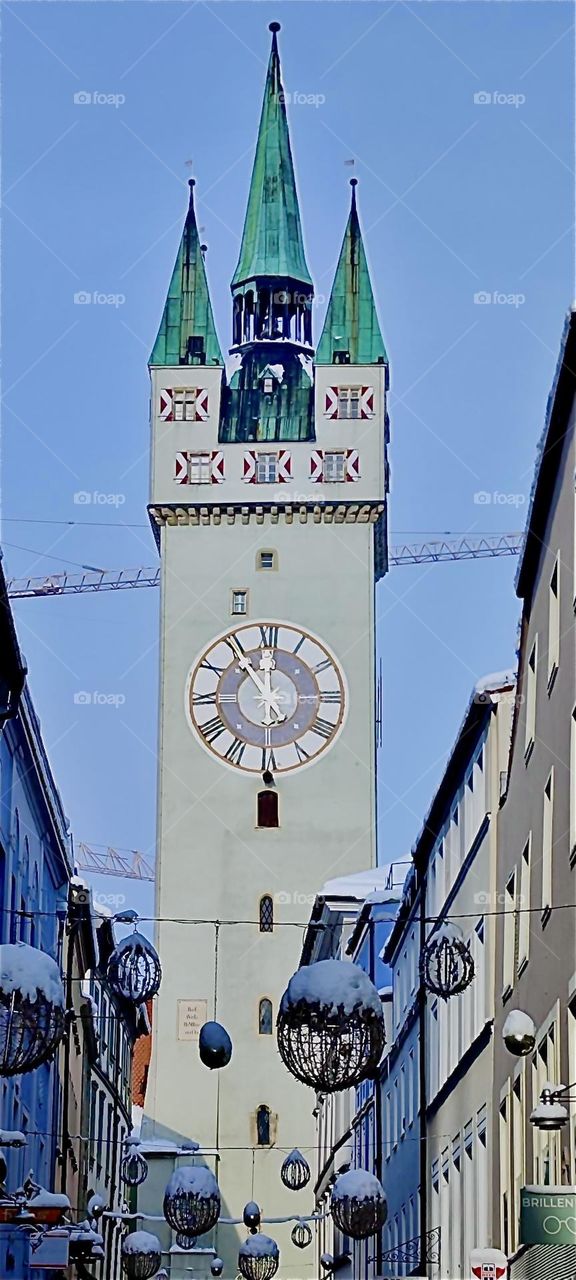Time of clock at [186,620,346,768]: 11:54
